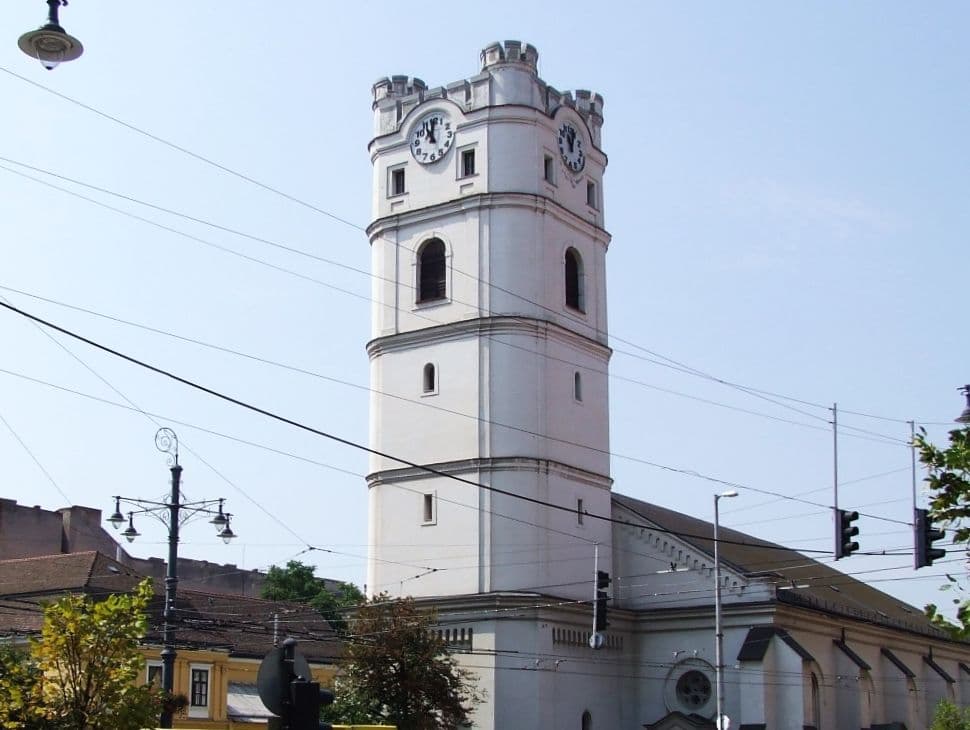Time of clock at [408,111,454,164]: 11:00
